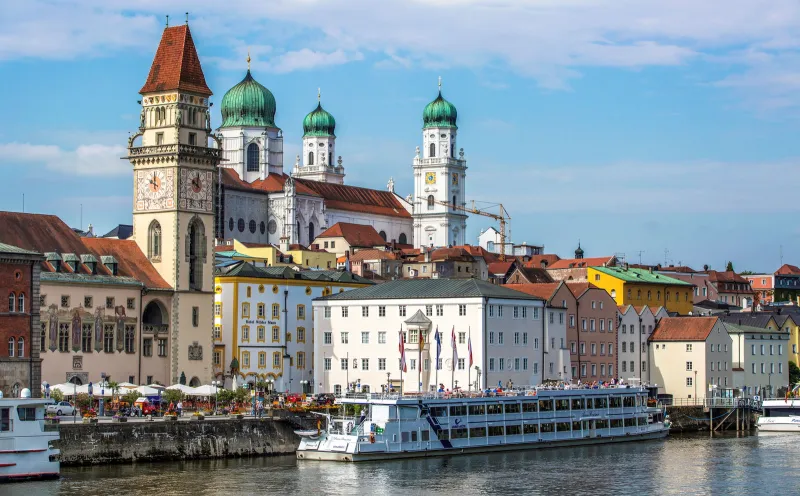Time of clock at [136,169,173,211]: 10:00
